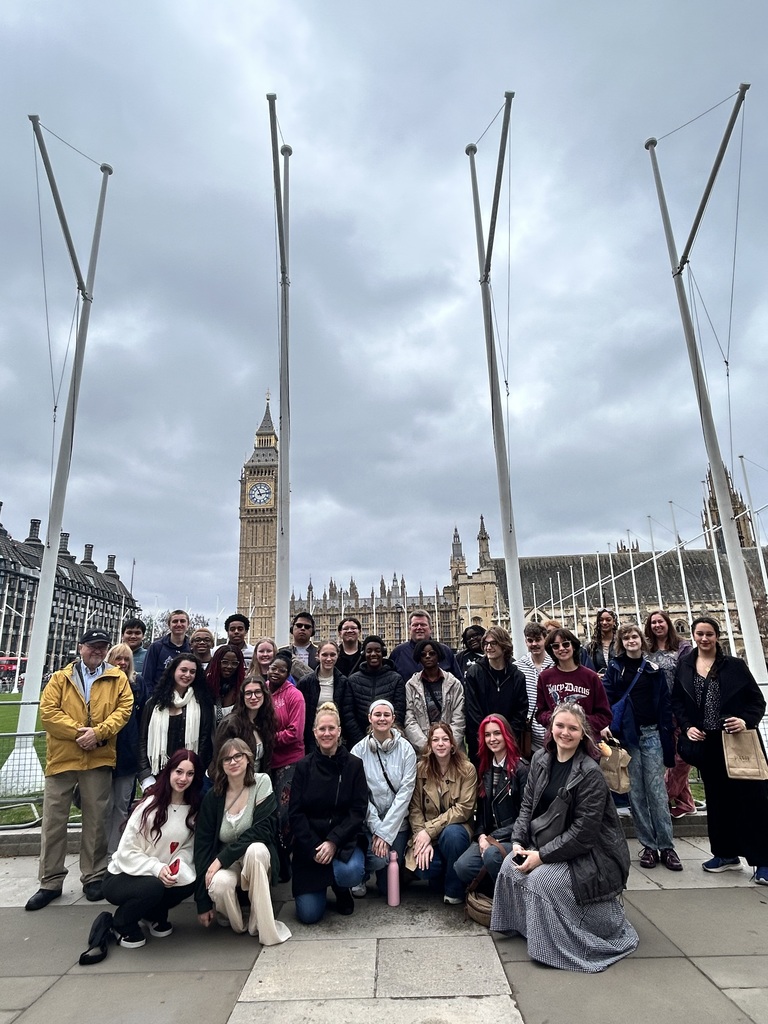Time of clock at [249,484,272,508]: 11:13
